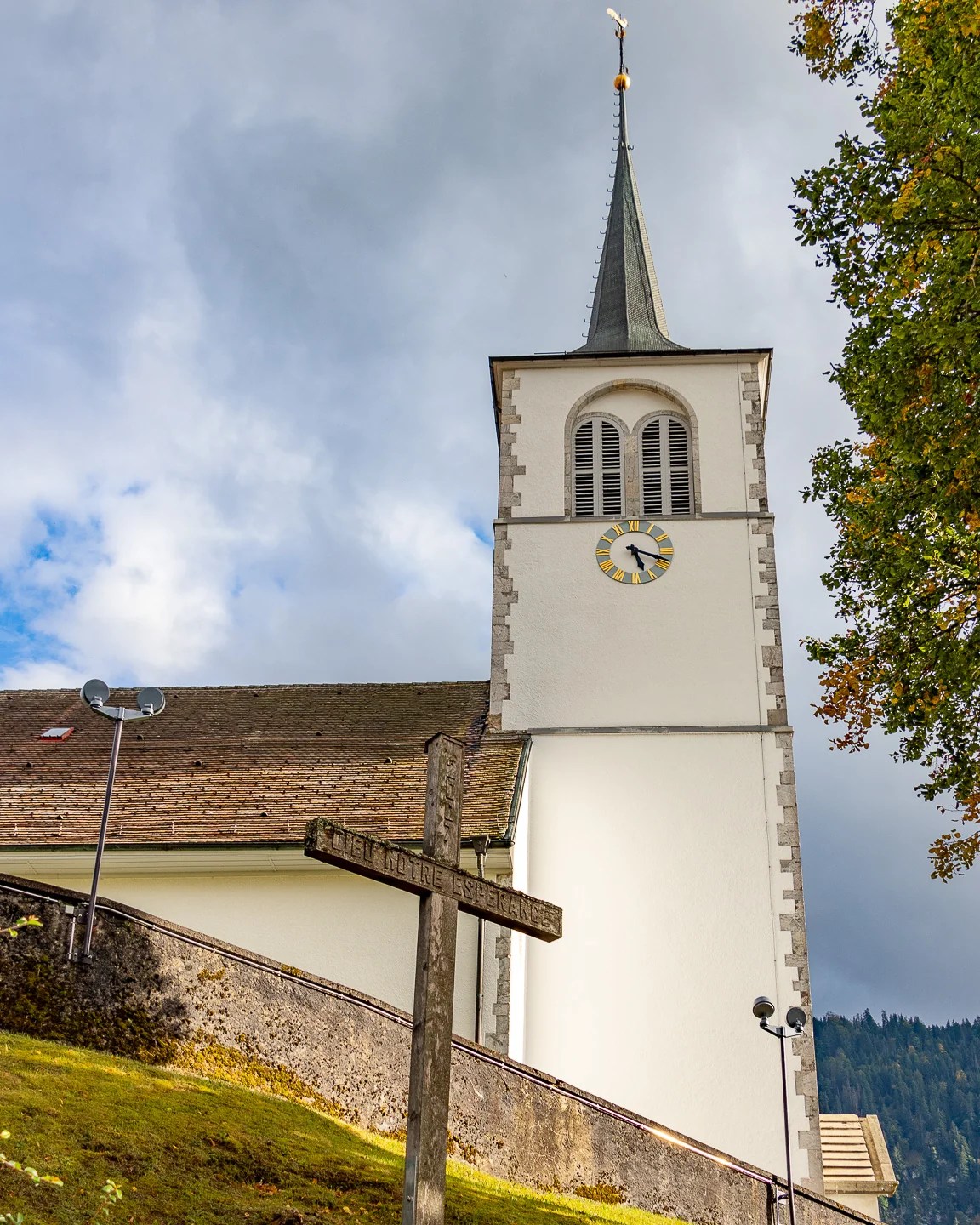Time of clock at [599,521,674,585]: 5:18
